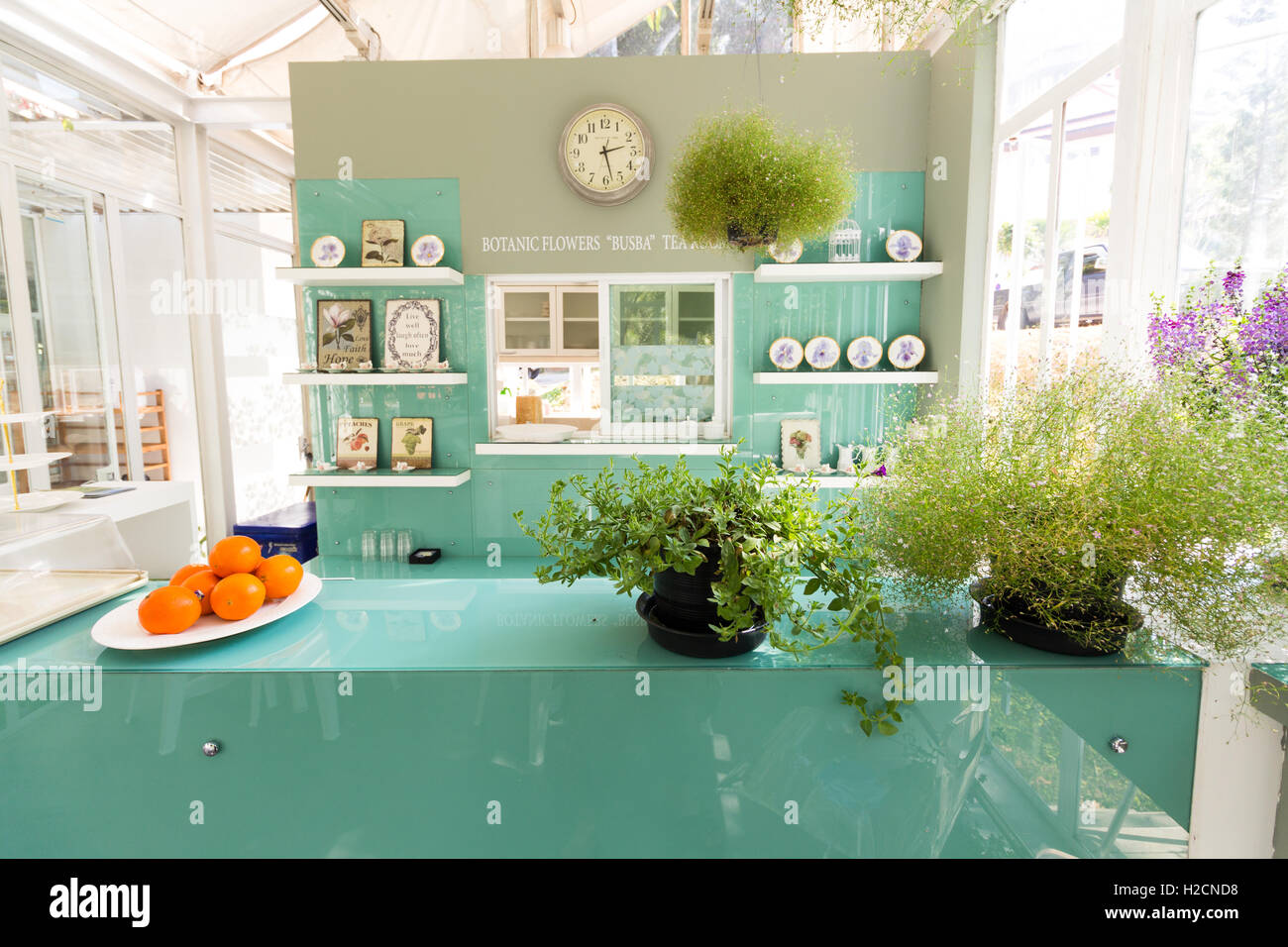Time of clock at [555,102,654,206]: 2:27
